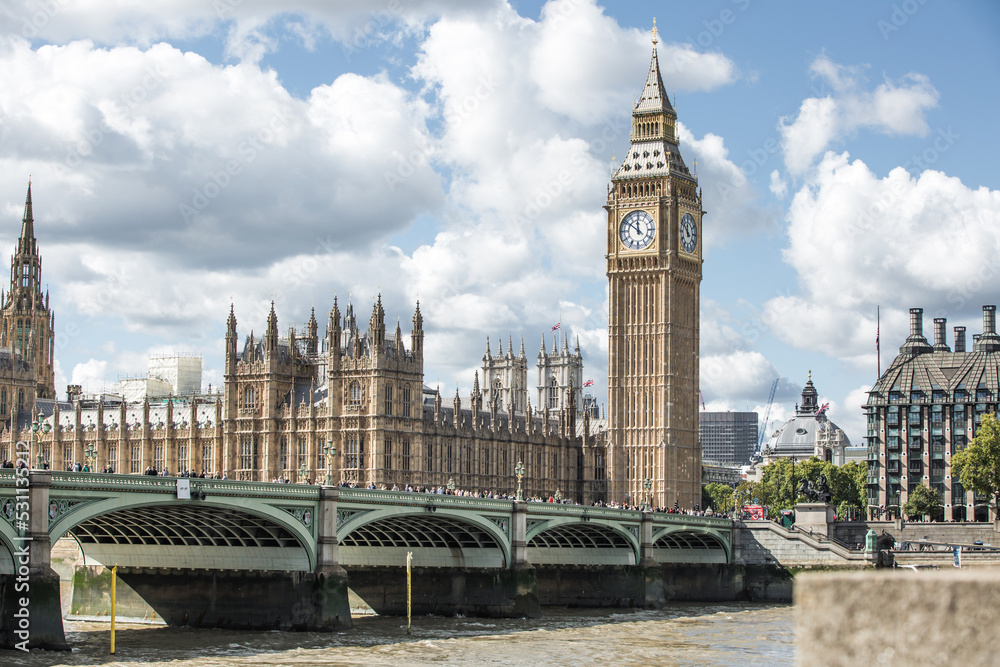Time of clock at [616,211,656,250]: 11:51
